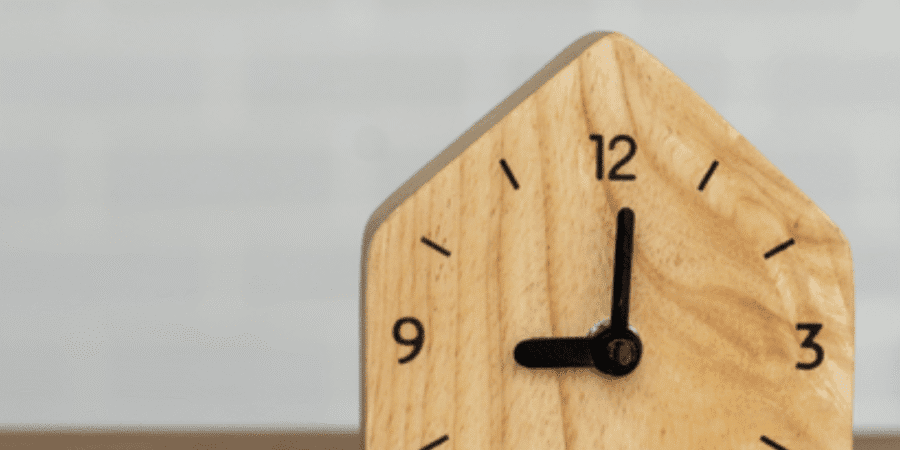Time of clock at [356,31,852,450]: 9:01
